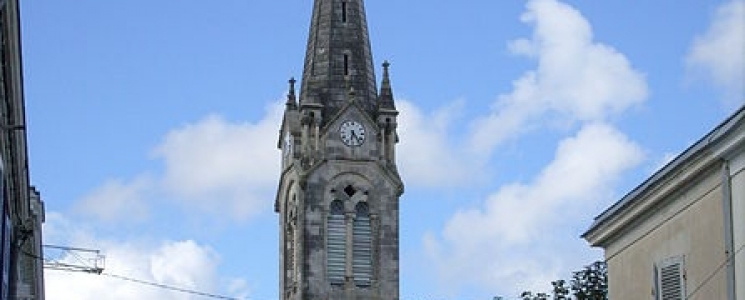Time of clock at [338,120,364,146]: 6:23
